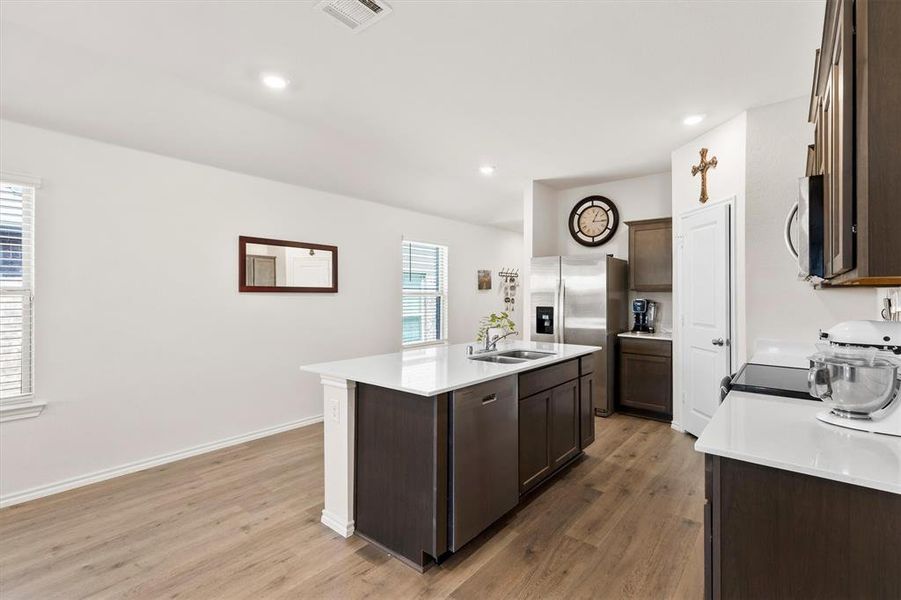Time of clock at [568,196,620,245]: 3:04
